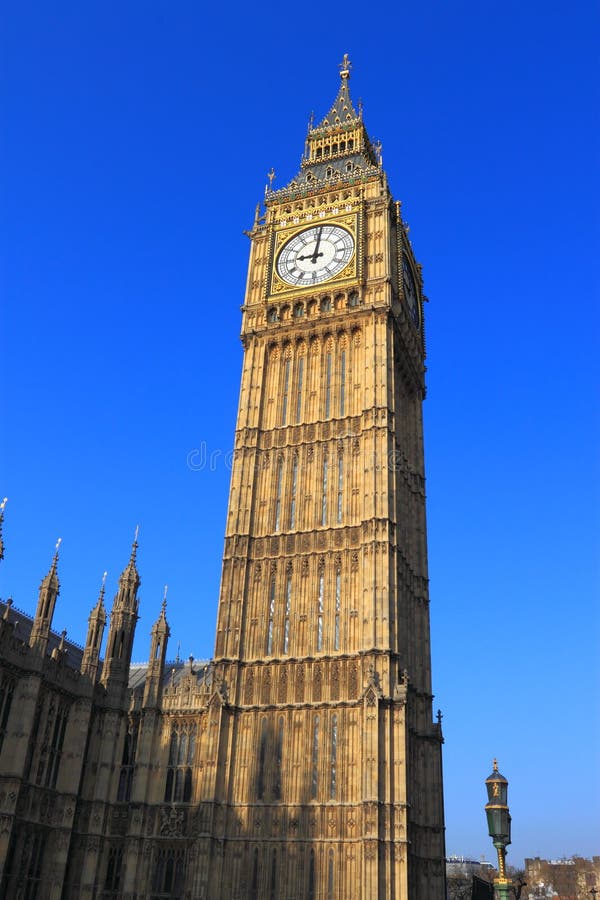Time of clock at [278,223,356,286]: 9:01
